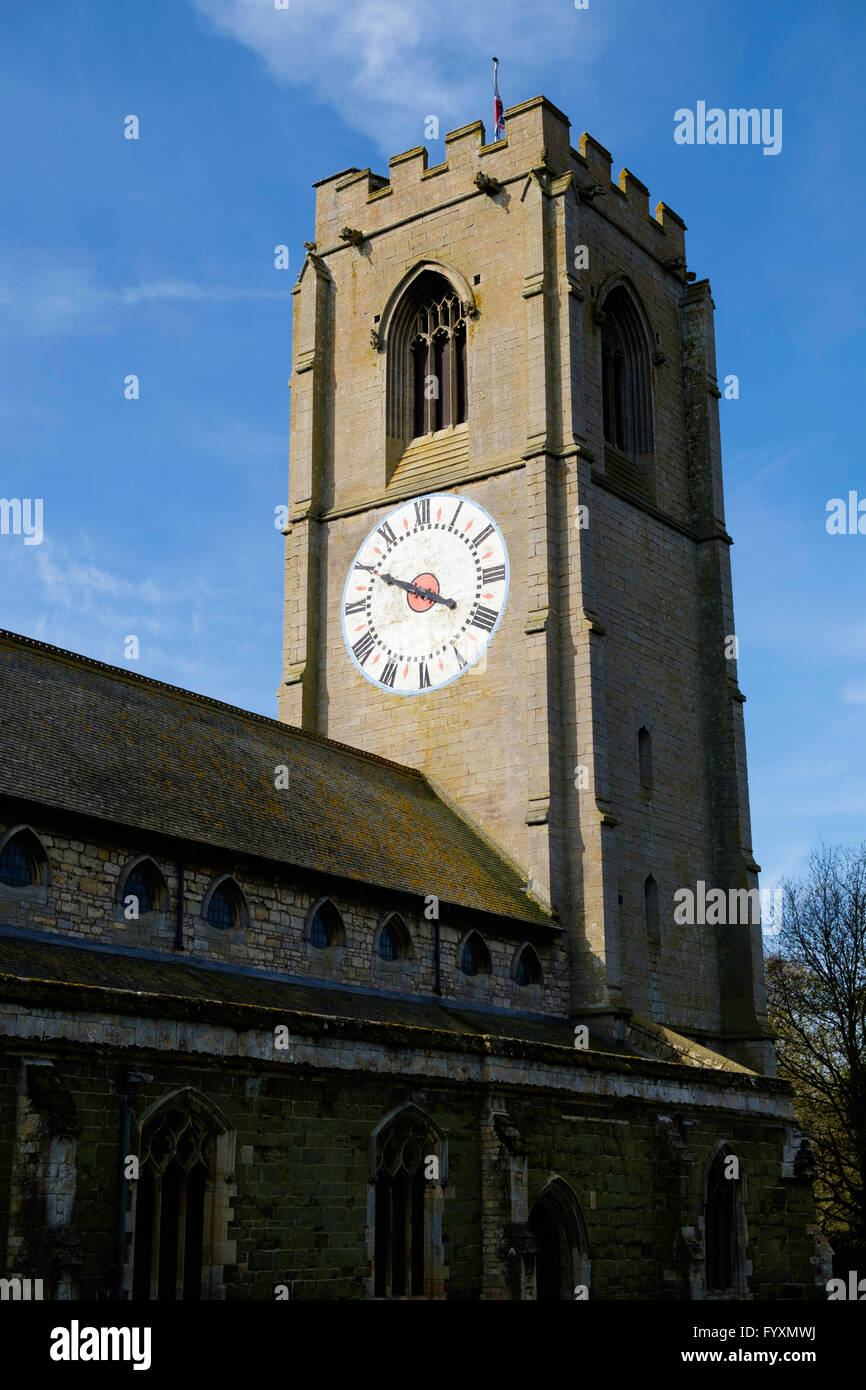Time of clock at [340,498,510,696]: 3:49
